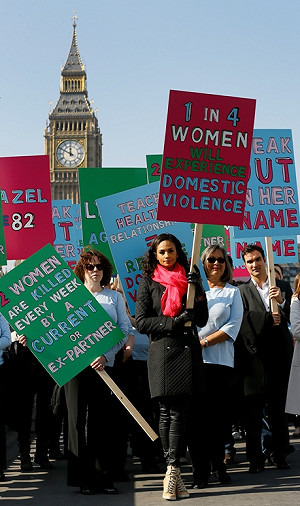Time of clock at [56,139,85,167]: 11:49
